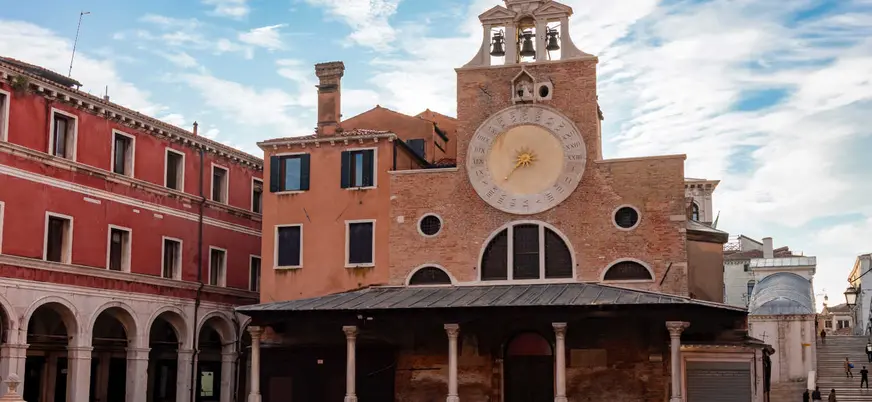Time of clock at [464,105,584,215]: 7:36
